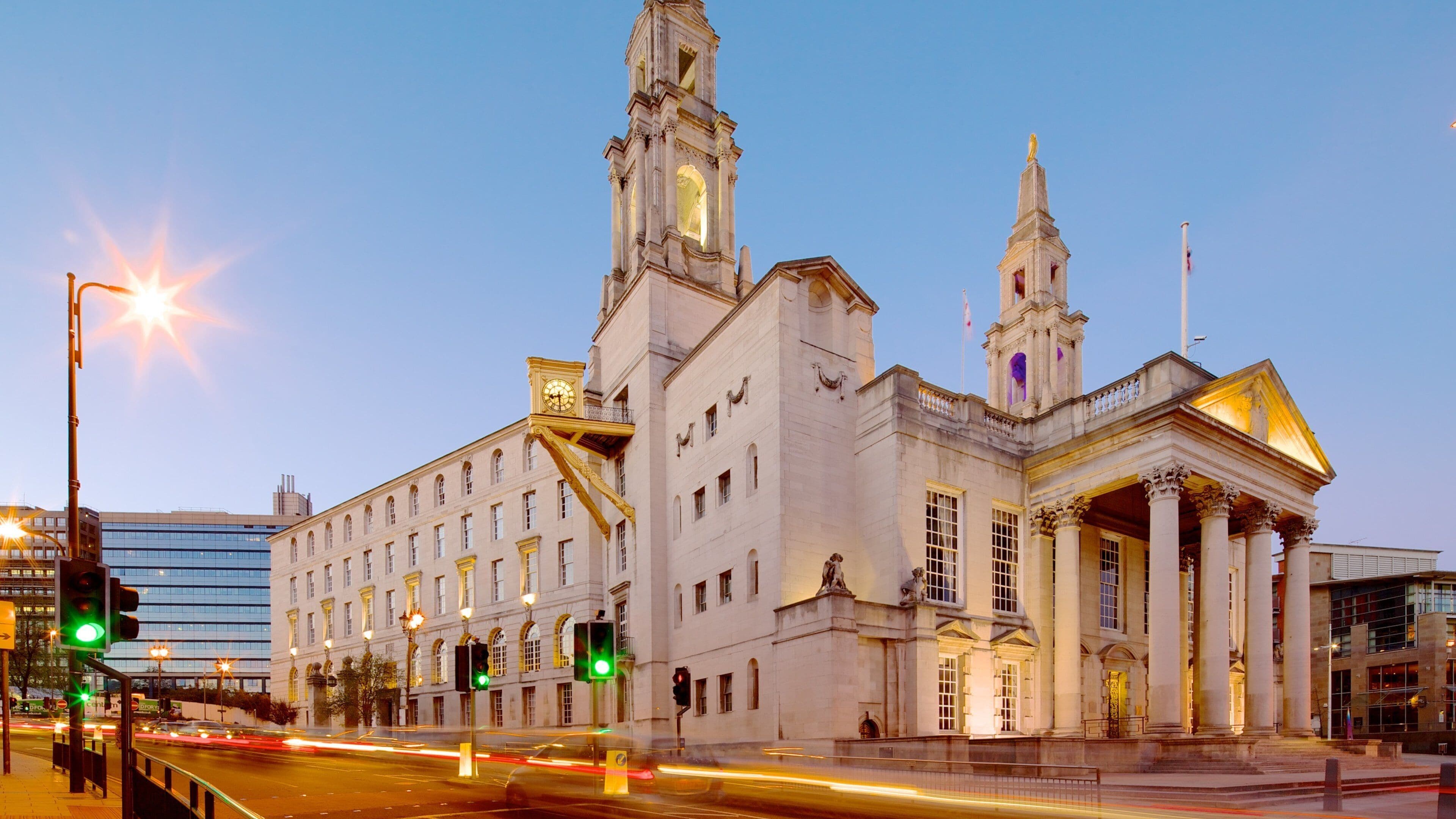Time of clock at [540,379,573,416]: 8:29
